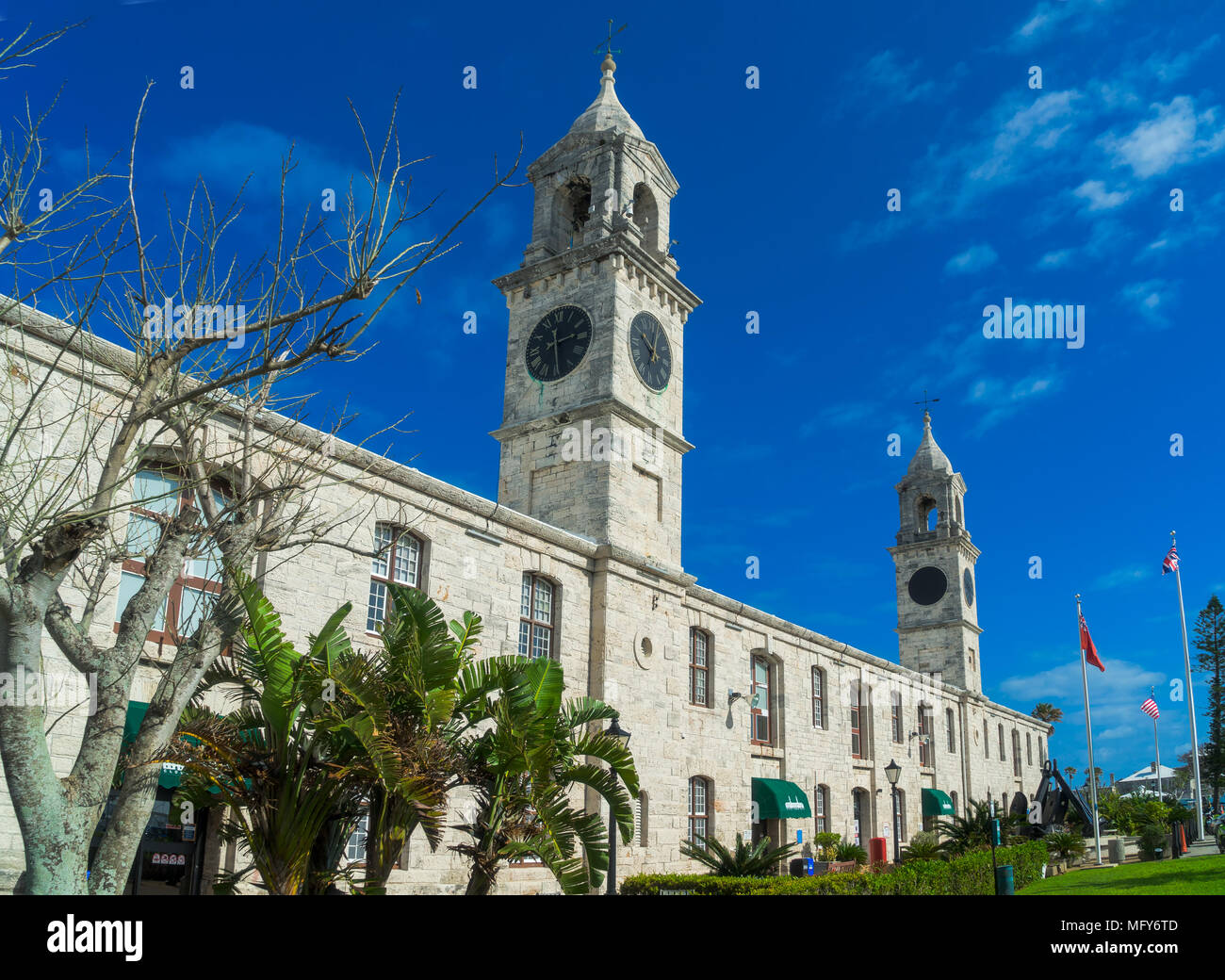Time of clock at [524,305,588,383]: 12:13
